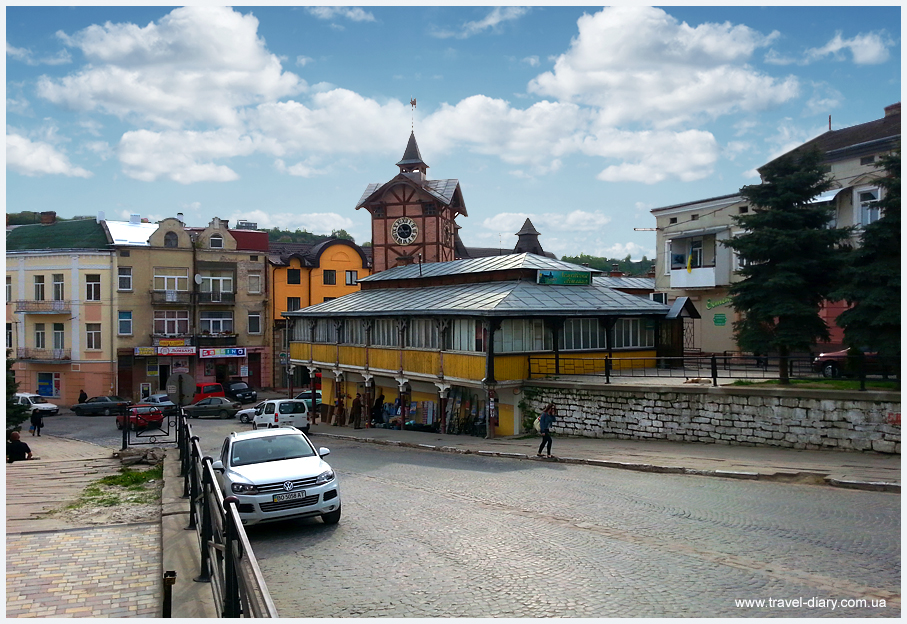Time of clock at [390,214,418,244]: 10:43
